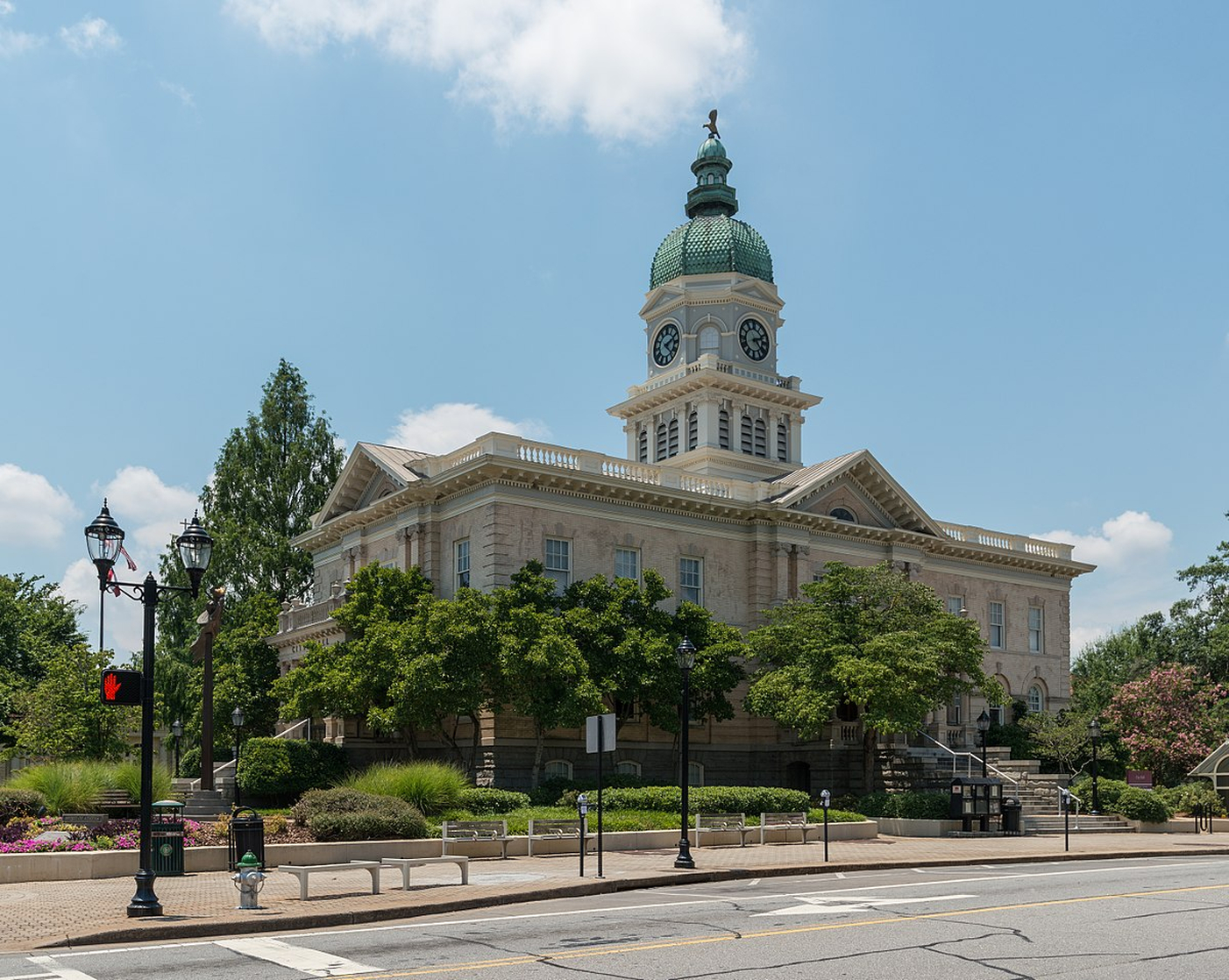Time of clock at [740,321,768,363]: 2:23
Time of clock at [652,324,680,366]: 2:21
